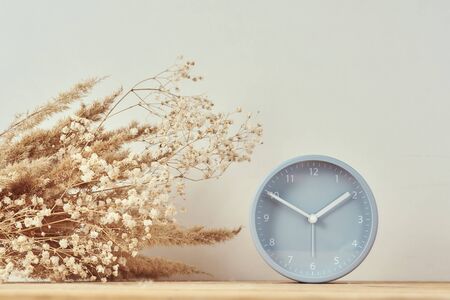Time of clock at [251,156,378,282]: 1:50
